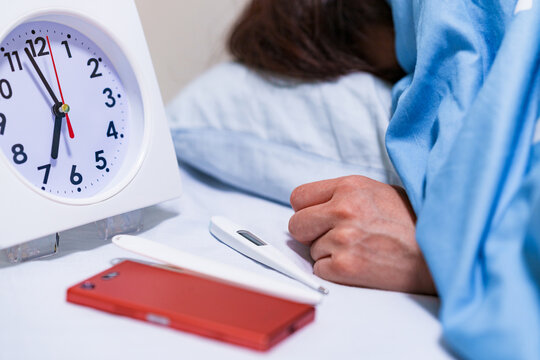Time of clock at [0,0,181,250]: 6:57
